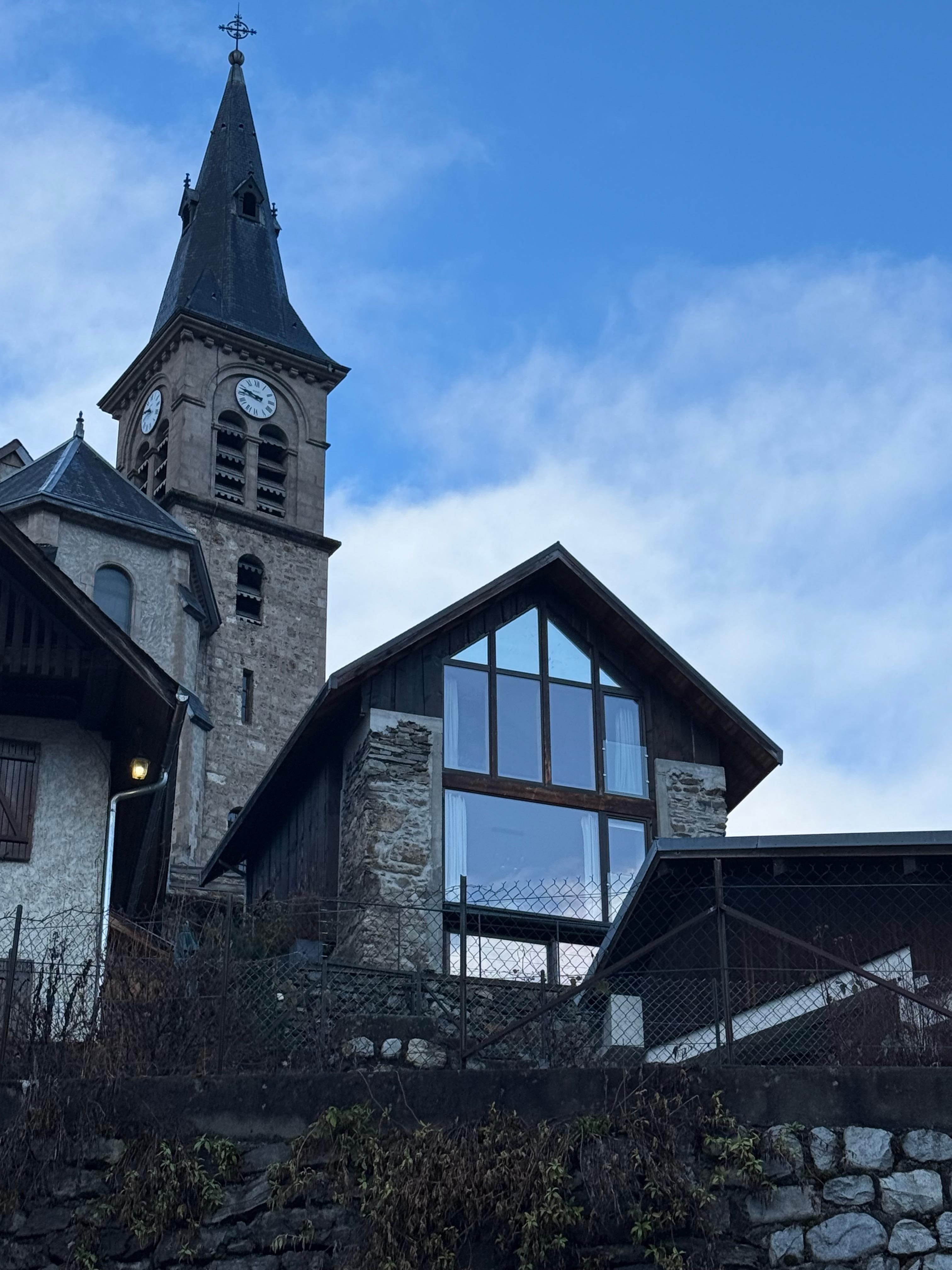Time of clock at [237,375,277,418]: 9:47
